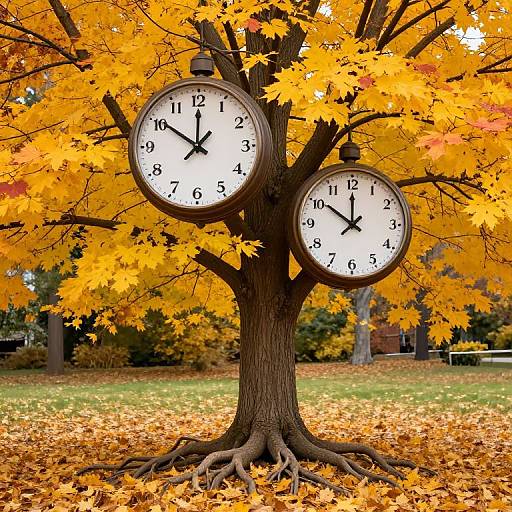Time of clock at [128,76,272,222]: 11:50
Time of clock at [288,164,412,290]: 11:50
